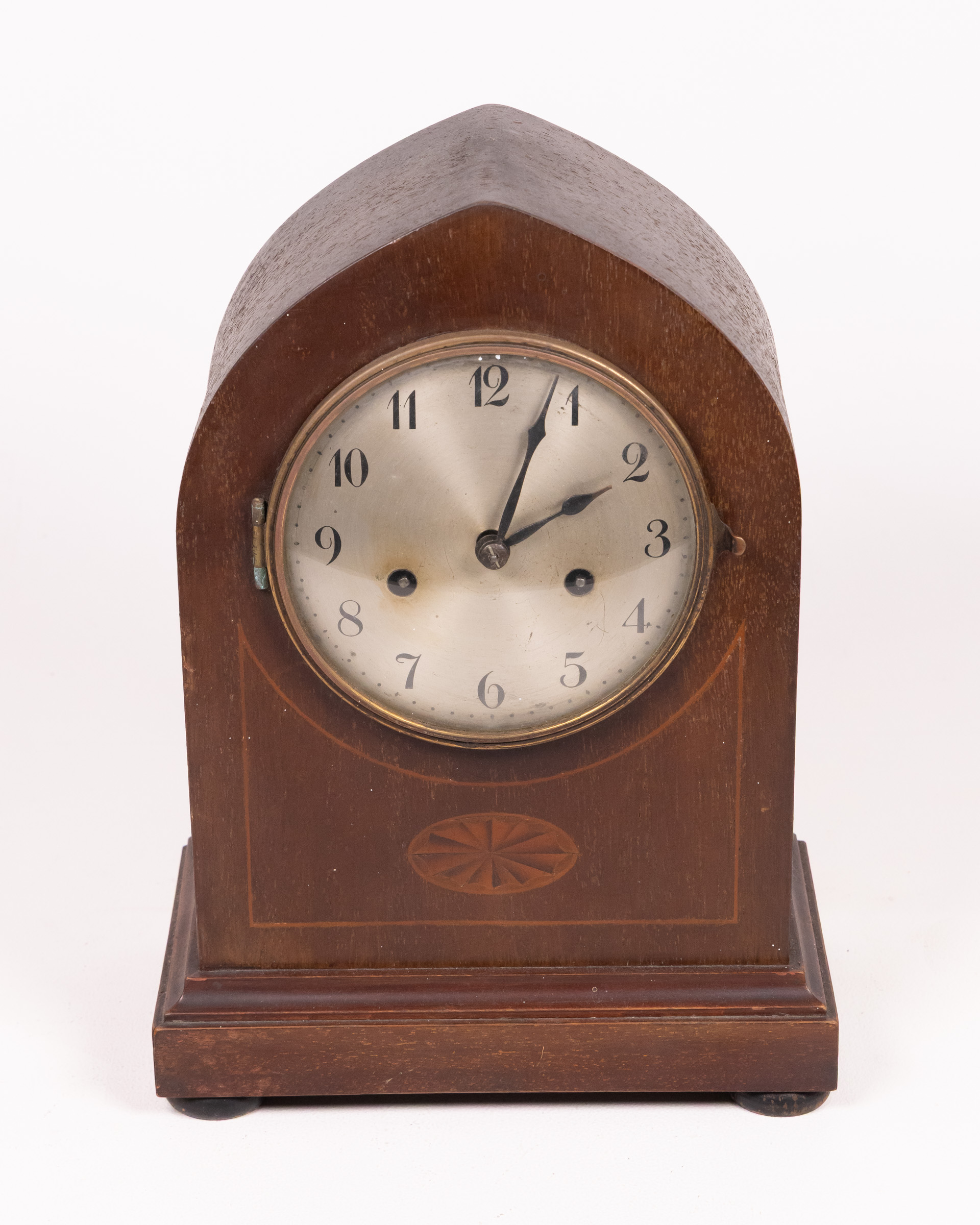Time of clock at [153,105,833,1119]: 2:03
